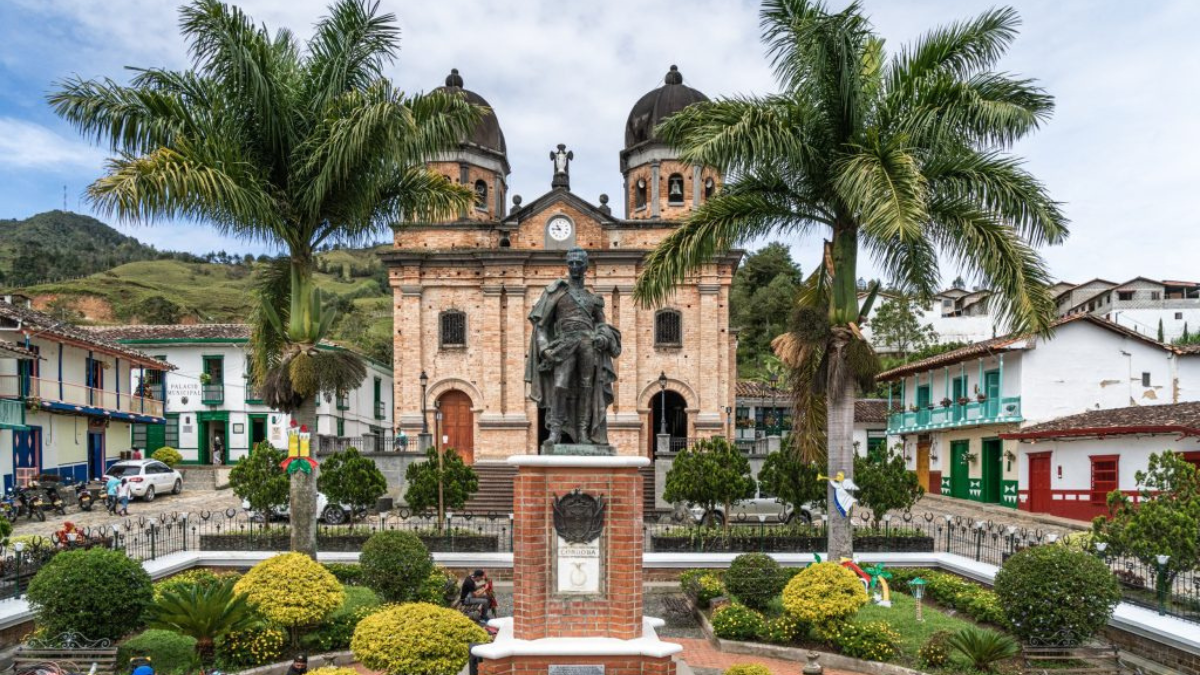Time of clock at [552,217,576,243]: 10:45
